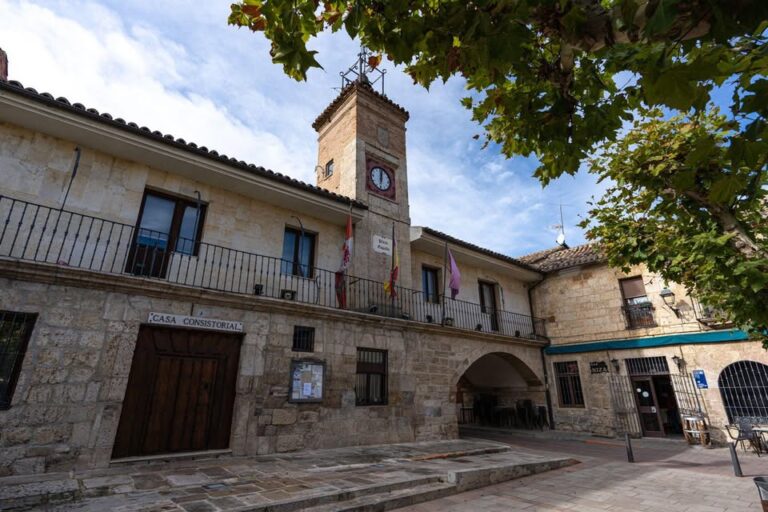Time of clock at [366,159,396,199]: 12:01
